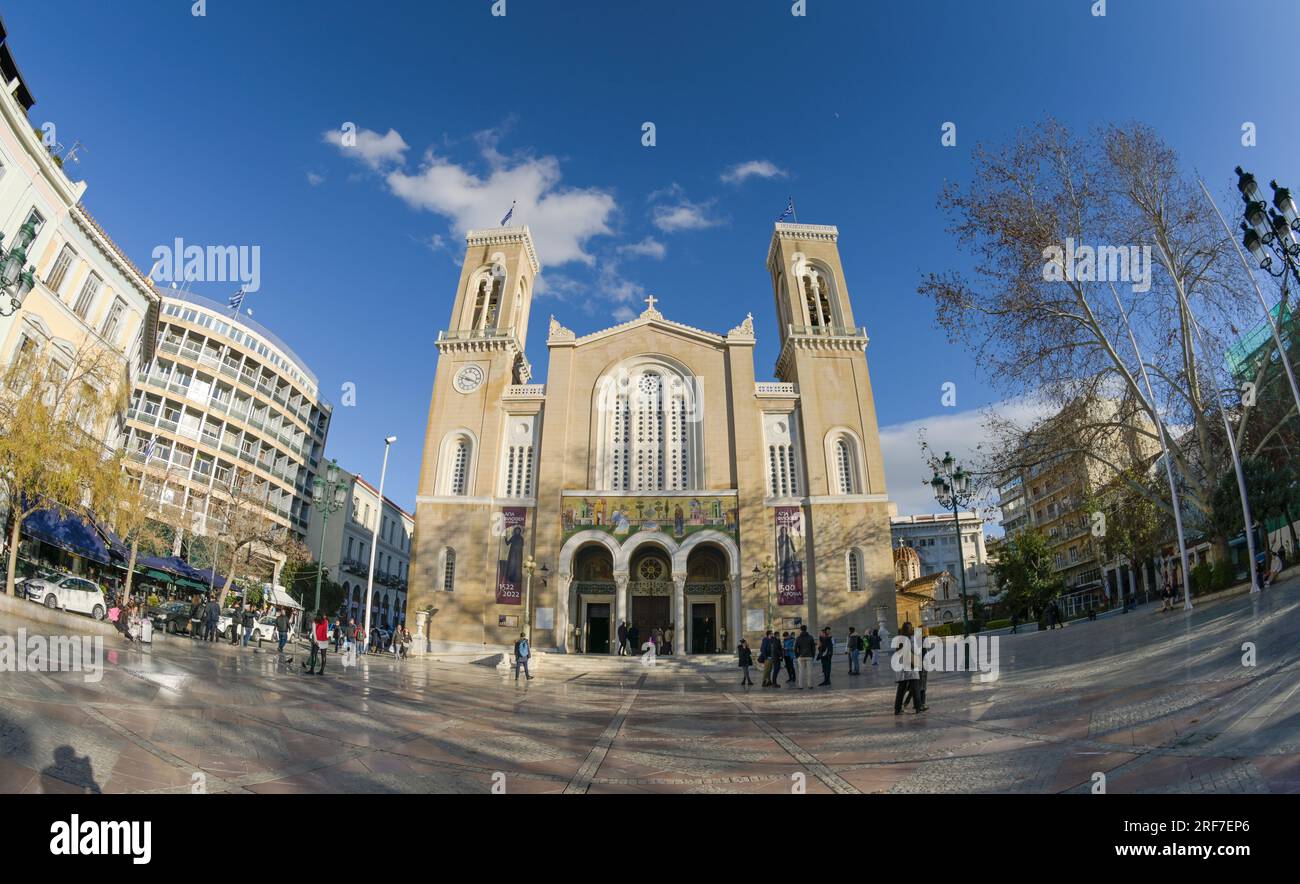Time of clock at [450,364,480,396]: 3:47
